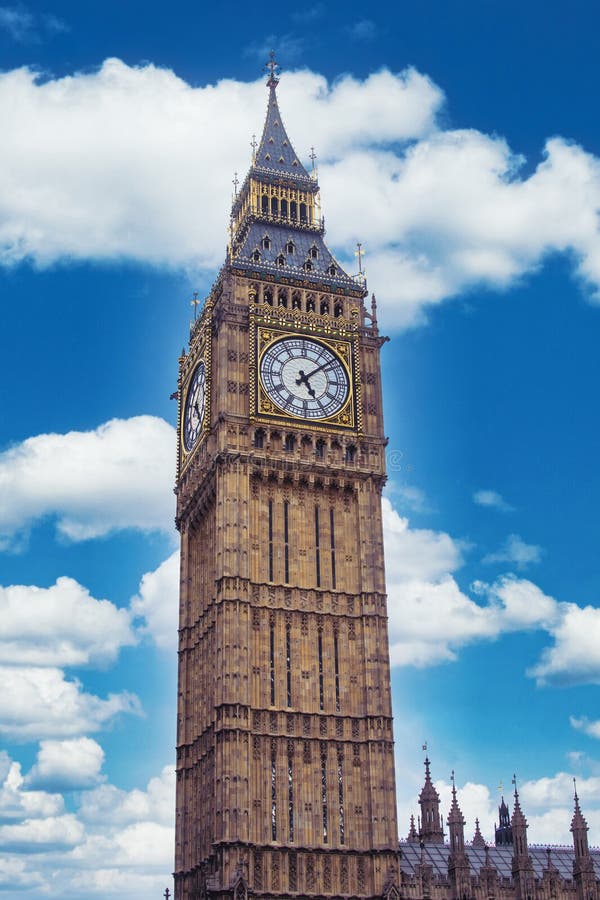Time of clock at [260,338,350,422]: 5:08
